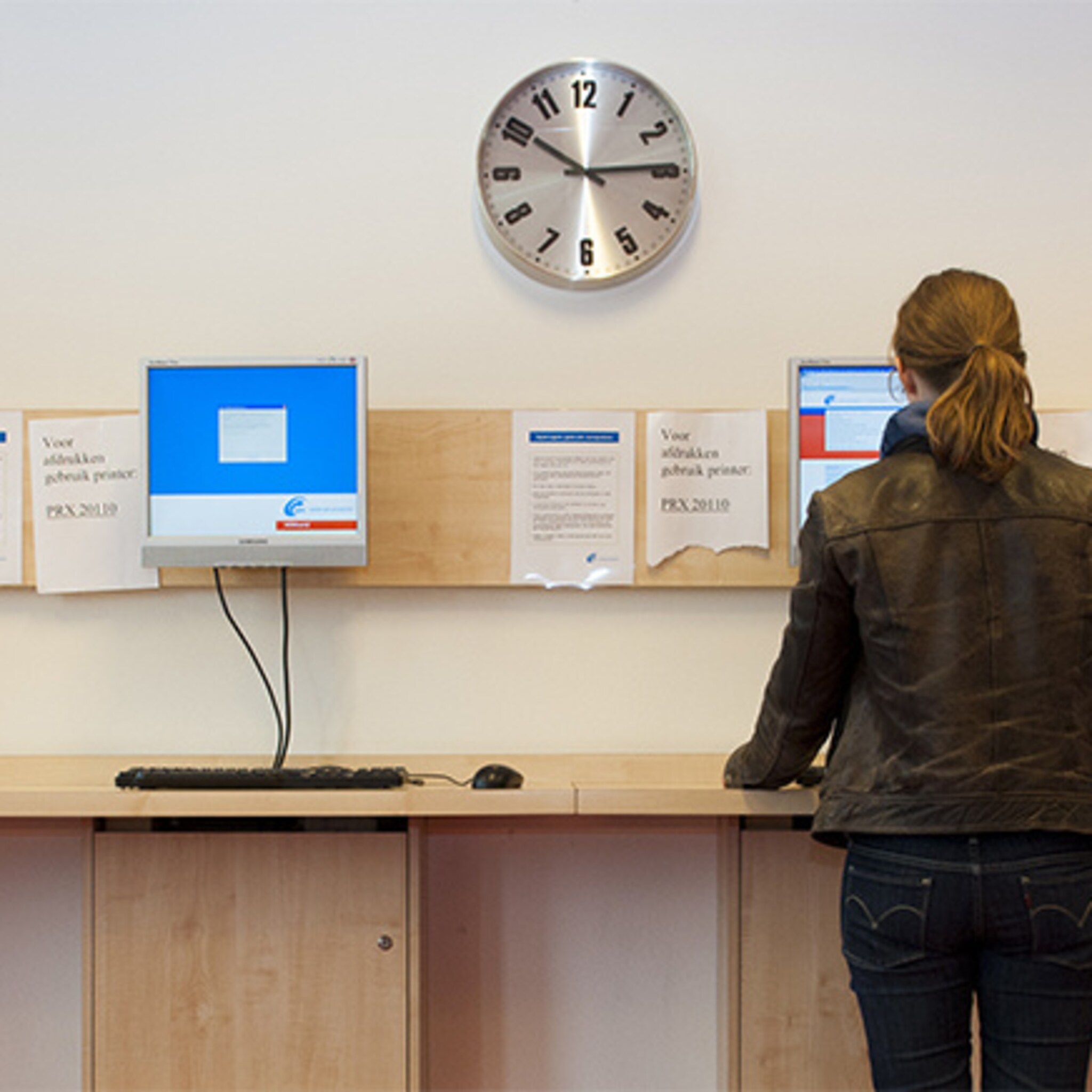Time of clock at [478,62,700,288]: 10:14
